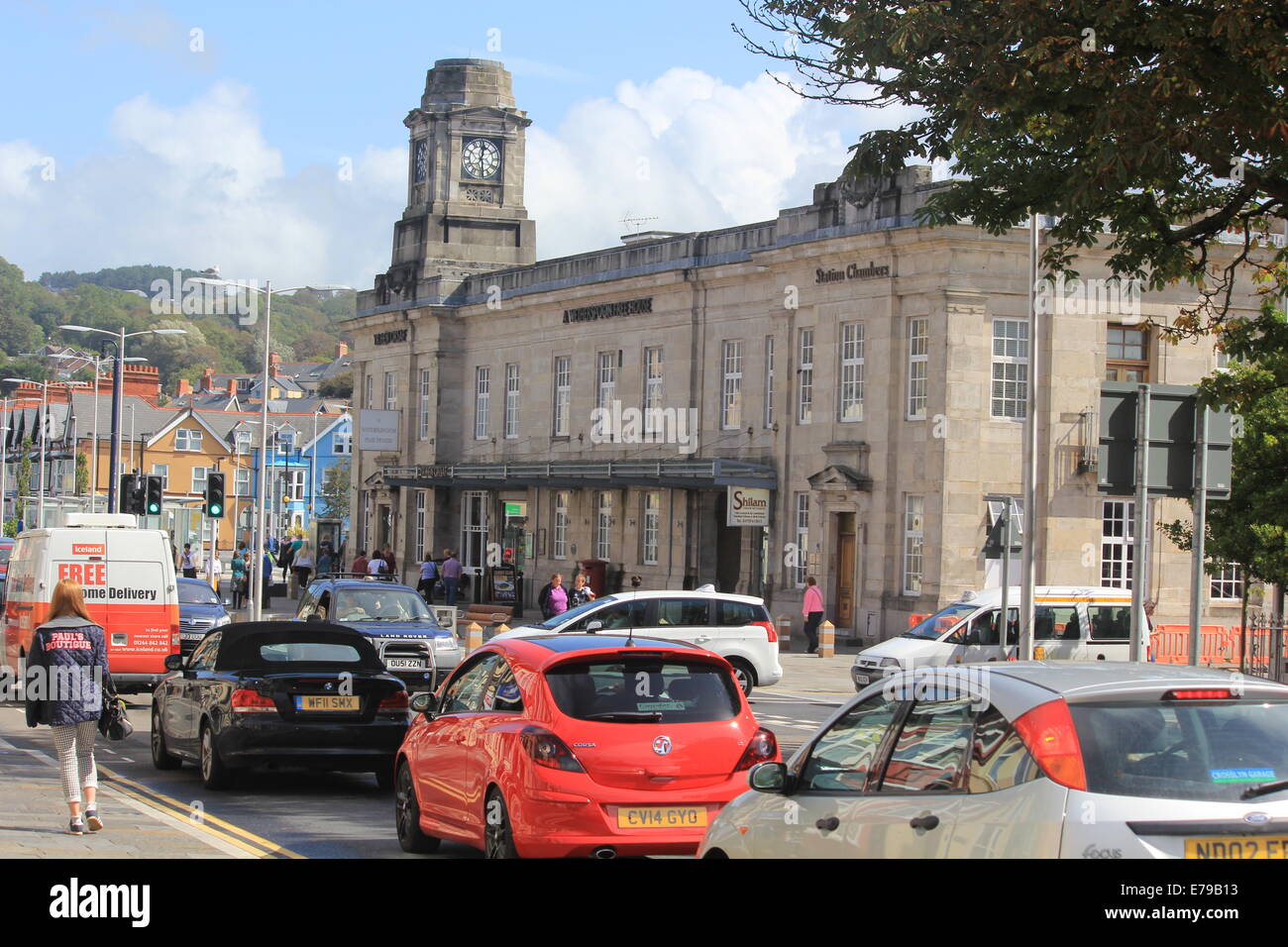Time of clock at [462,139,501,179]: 12:28
